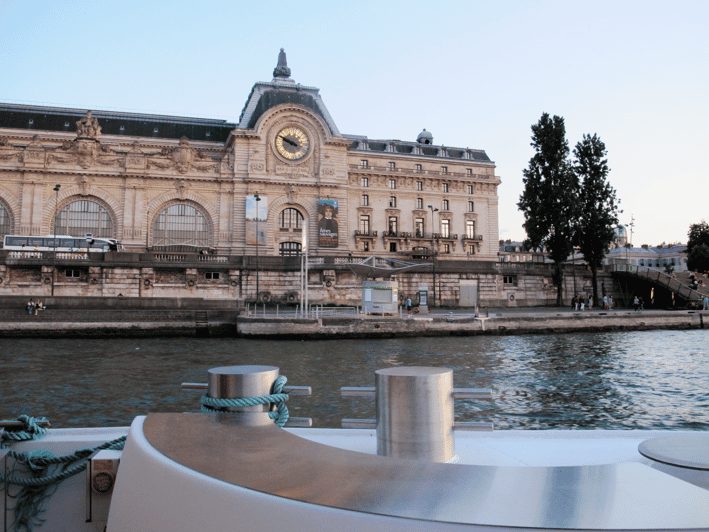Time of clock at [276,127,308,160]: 9:48
